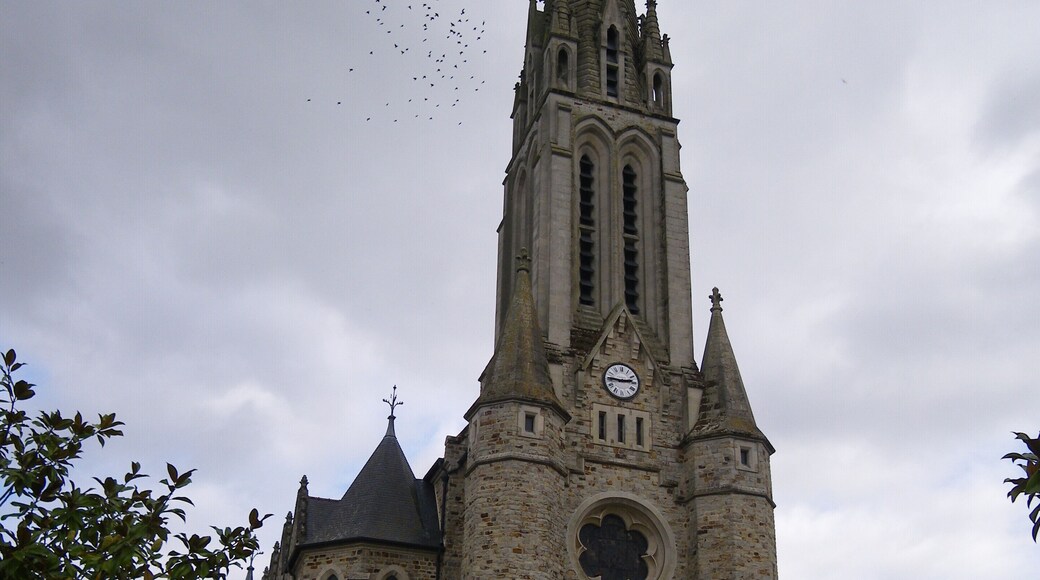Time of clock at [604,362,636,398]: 2:45
